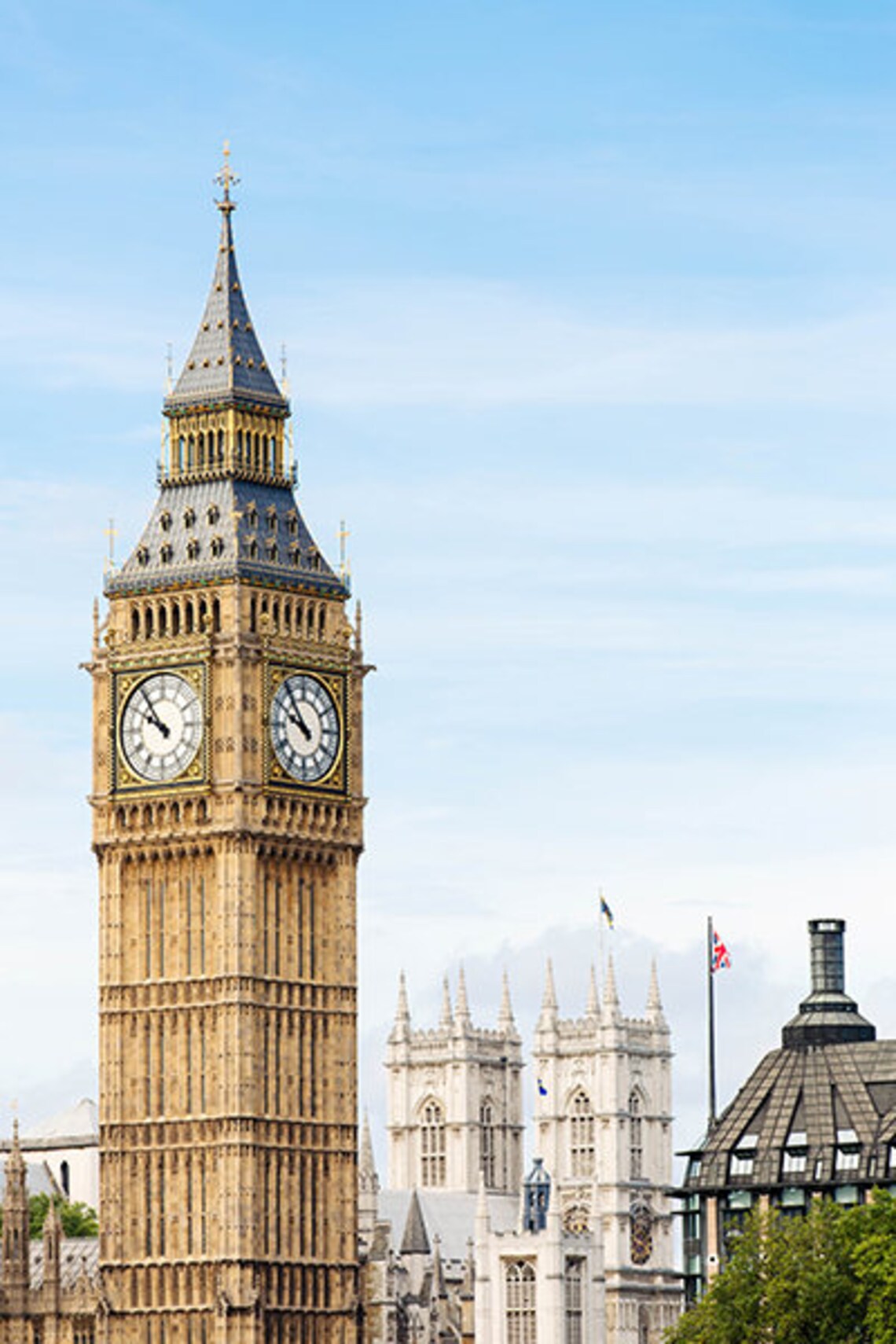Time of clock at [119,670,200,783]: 9:54
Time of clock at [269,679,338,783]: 9:53
